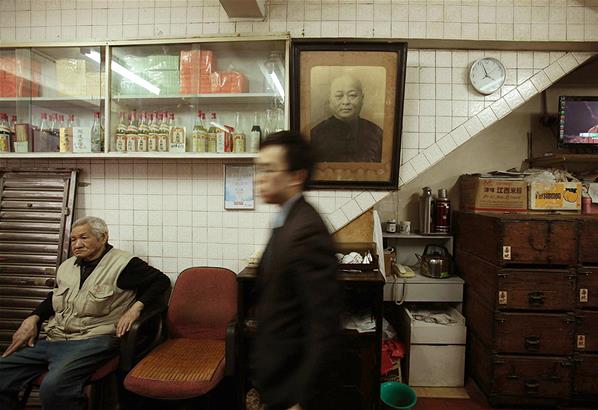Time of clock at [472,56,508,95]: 3:57
